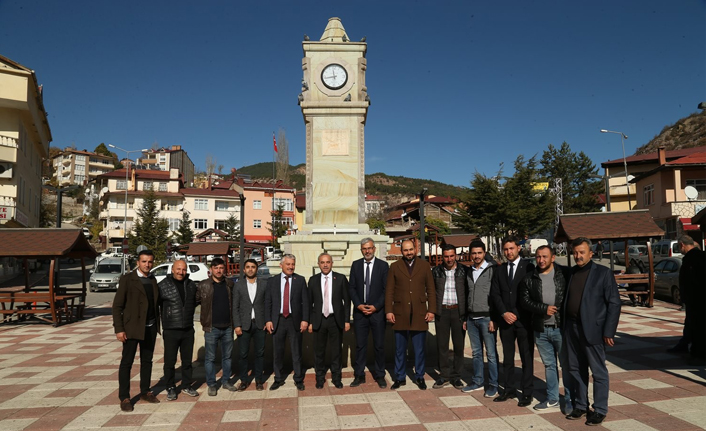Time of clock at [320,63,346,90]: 11:43
